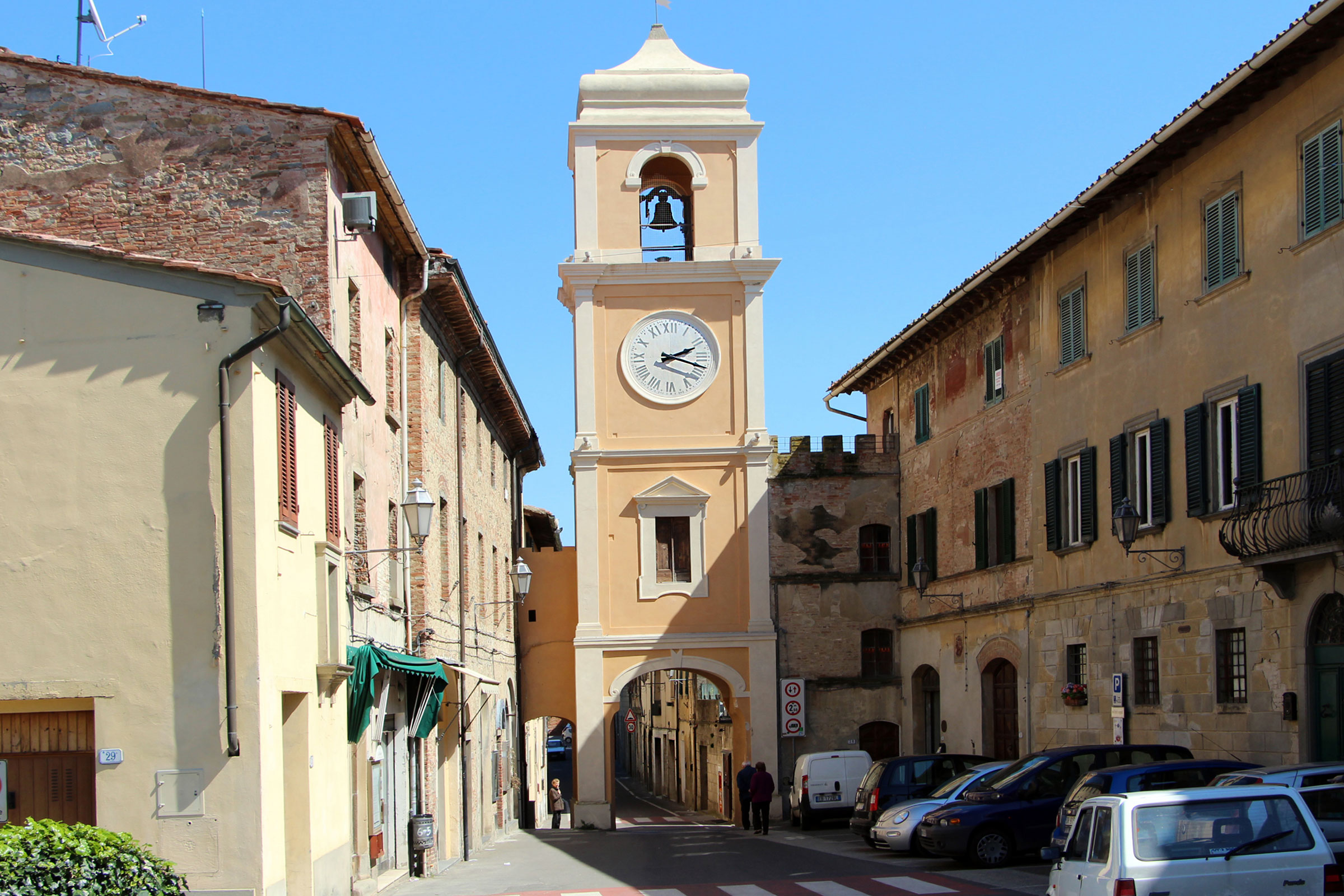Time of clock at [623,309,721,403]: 2:18
